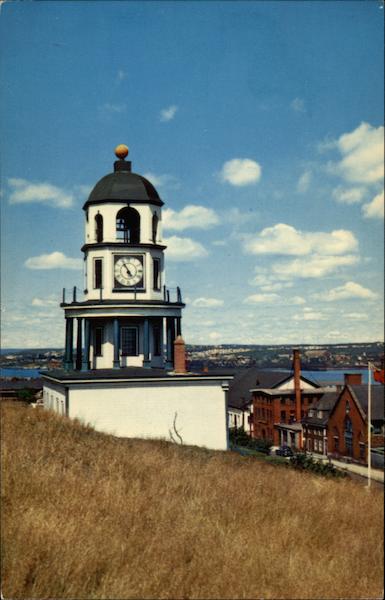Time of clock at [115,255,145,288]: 4:54
